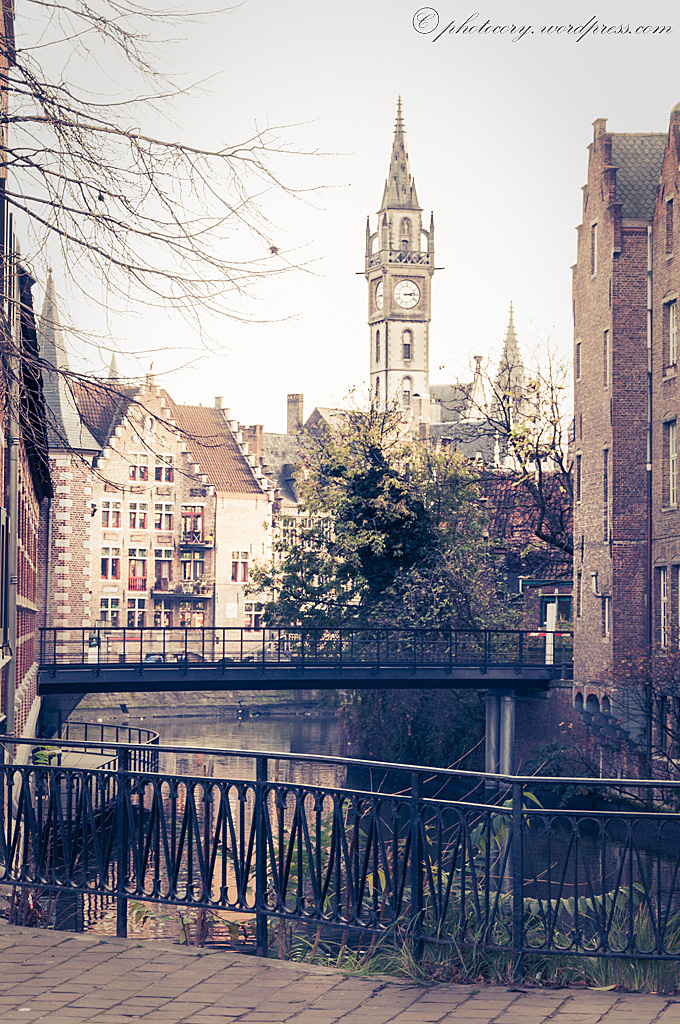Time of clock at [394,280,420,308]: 3:13
